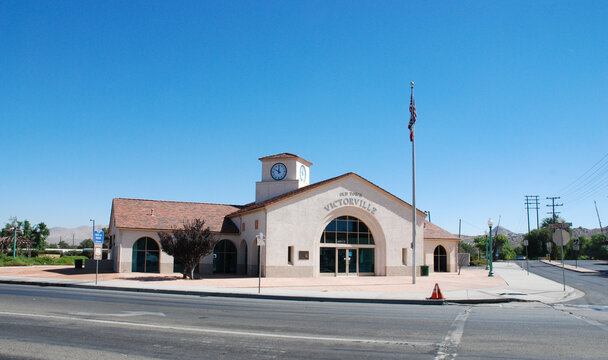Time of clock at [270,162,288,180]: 11:50
